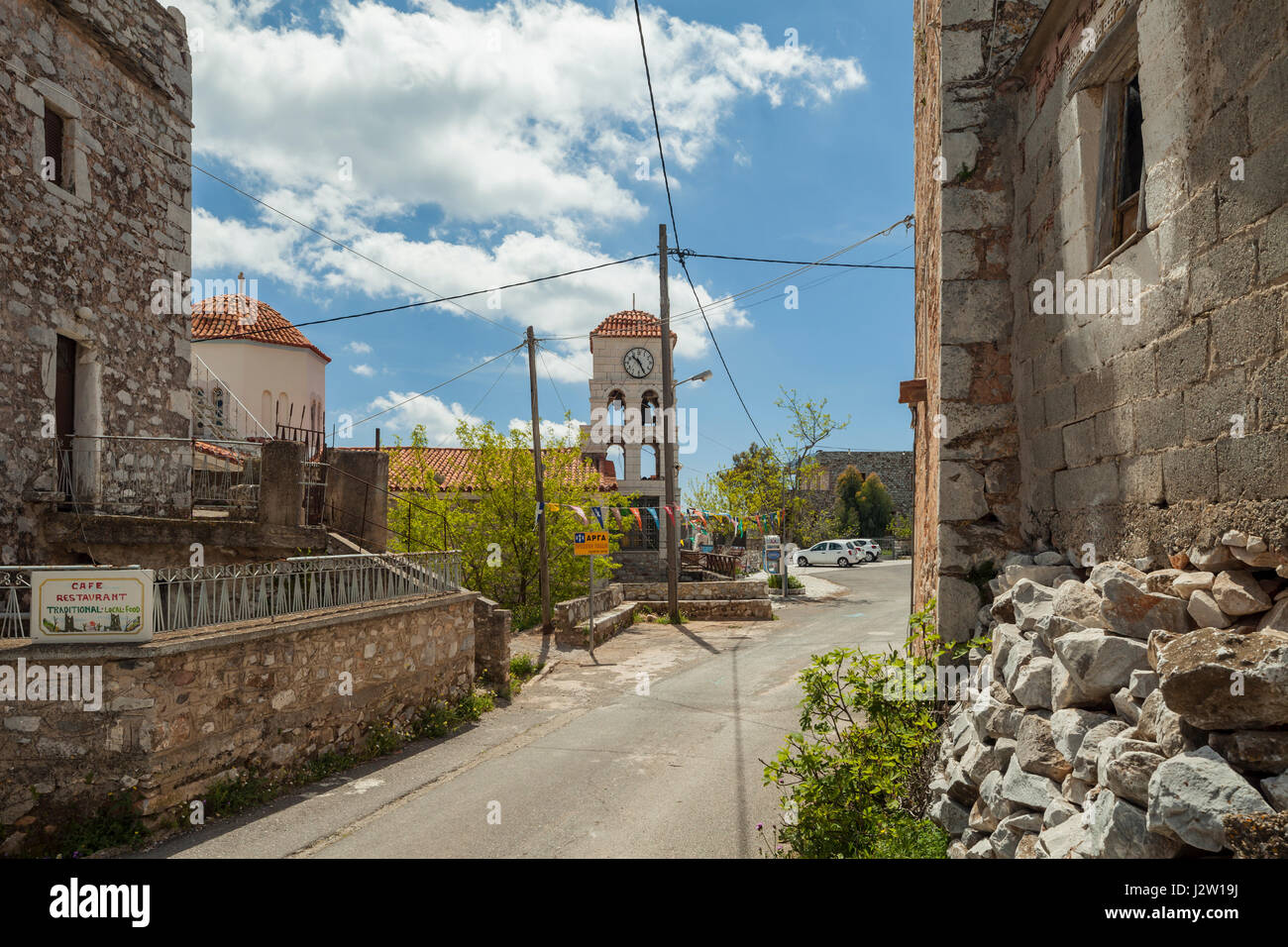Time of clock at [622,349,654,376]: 10:25
